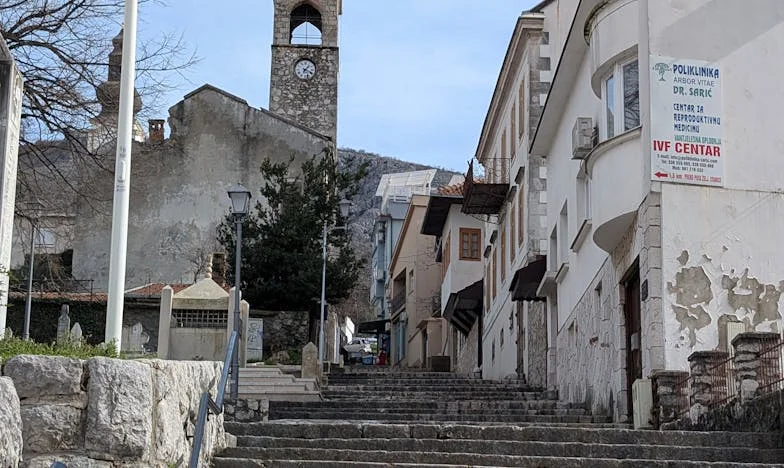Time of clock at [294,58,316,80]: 1:18
